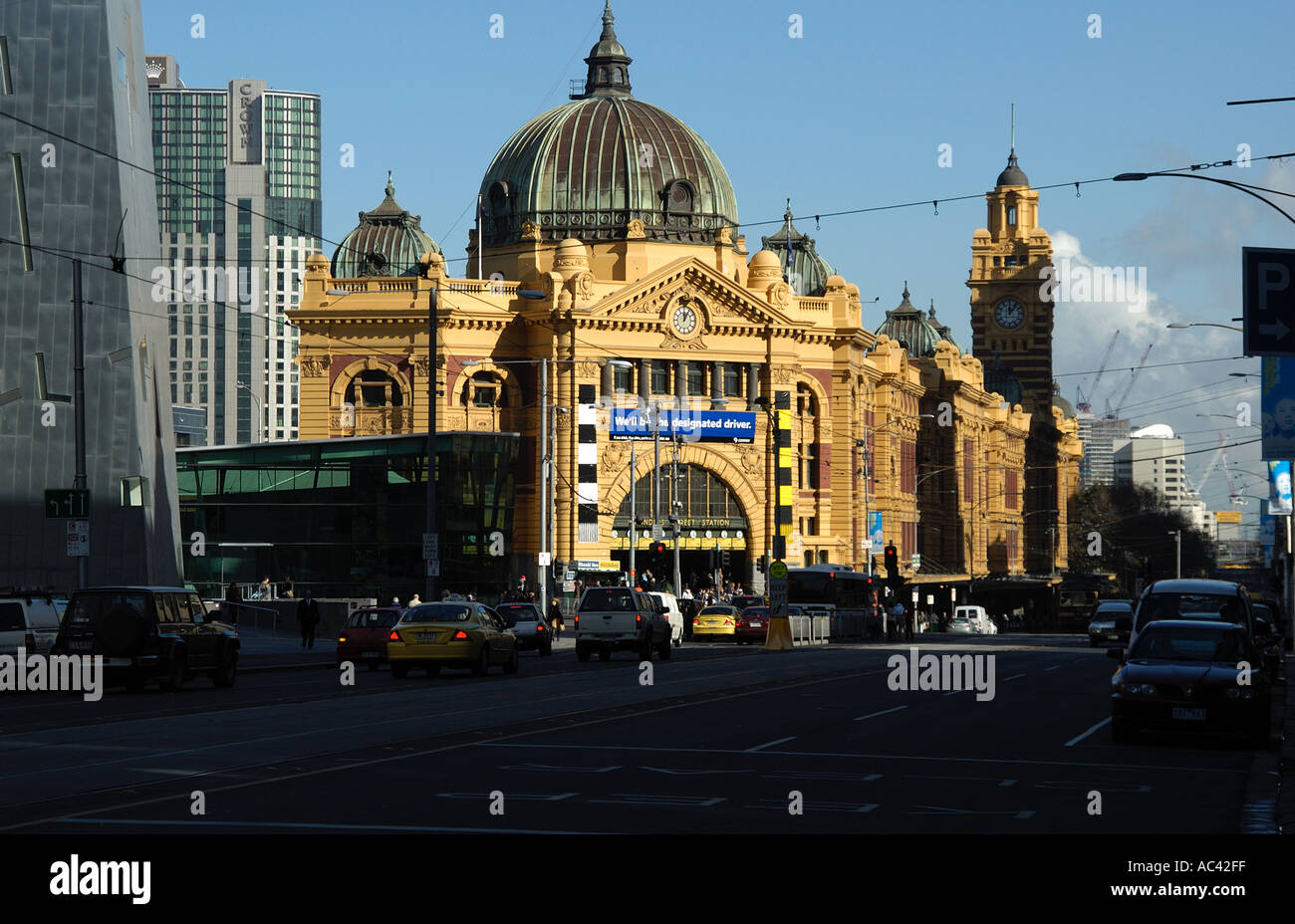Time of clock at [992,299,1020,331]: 12:06
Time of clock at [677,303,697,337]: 12:05
